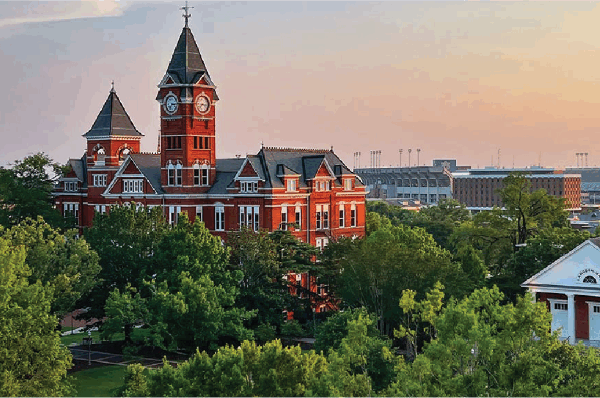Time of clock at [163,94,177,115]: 7:15
